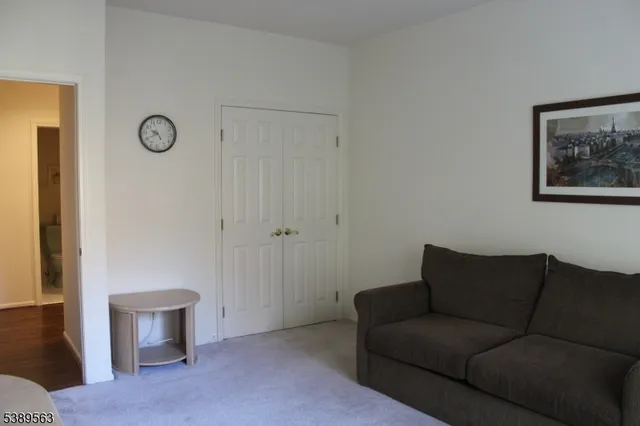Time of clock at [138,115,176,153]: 9:40
